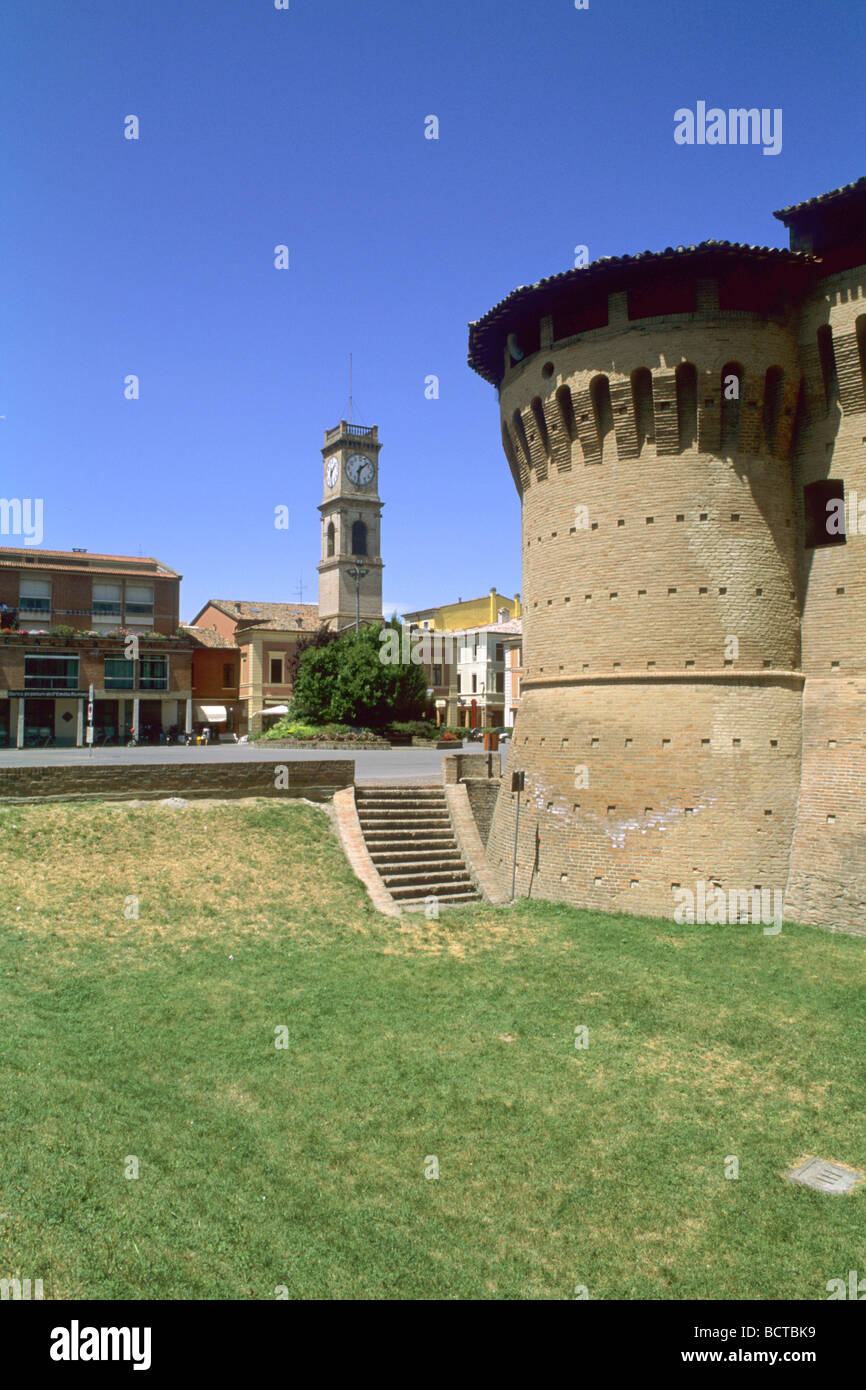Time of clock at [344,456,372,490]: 1:32
